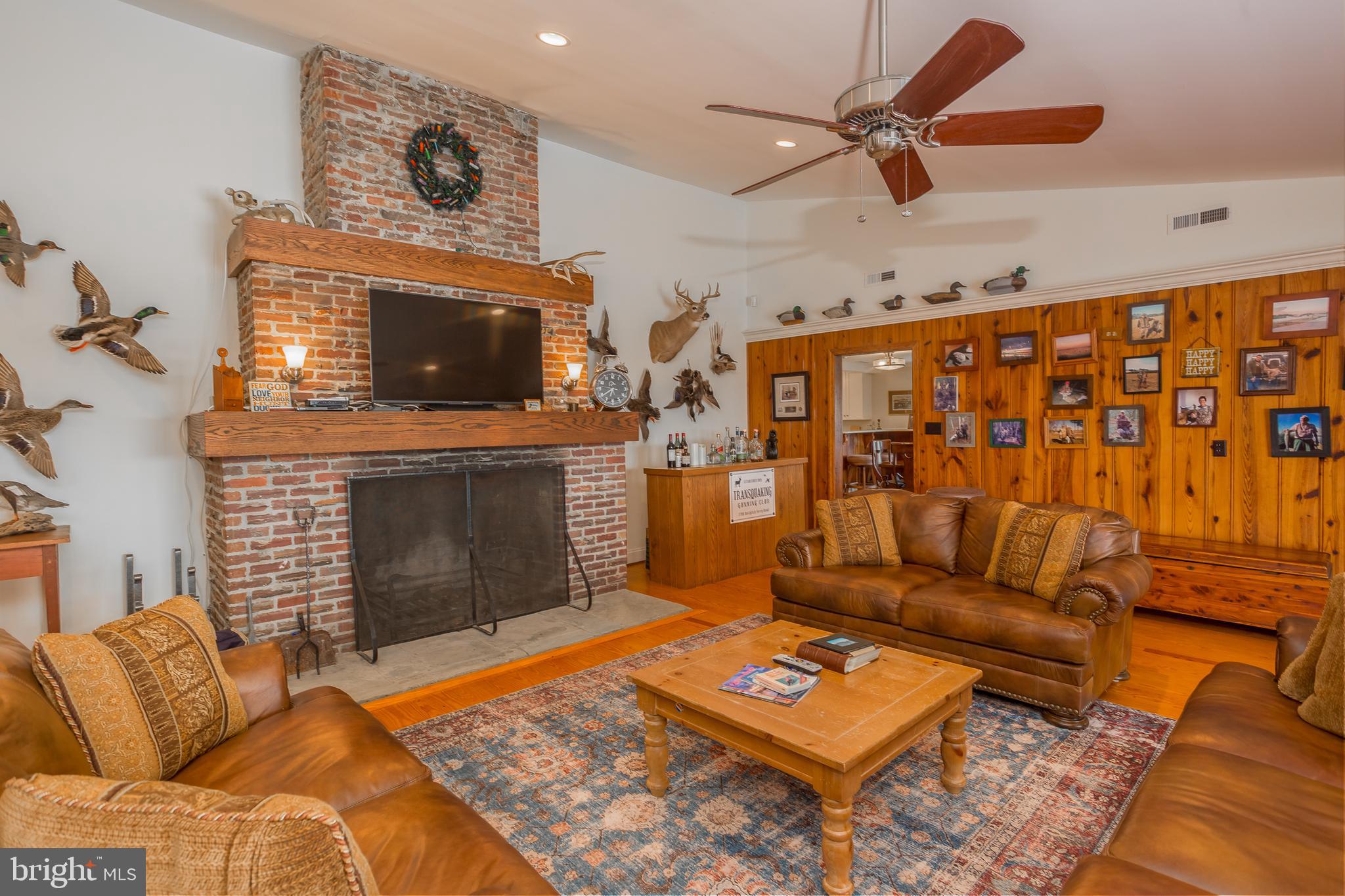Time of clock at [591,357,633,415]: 6:39
